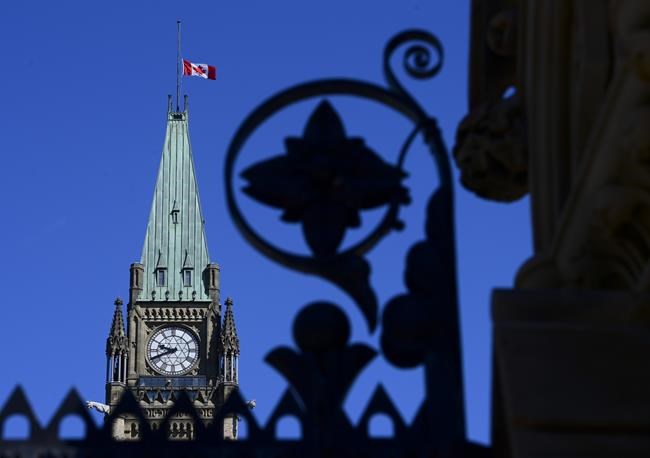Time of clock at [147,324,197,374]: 9:41
